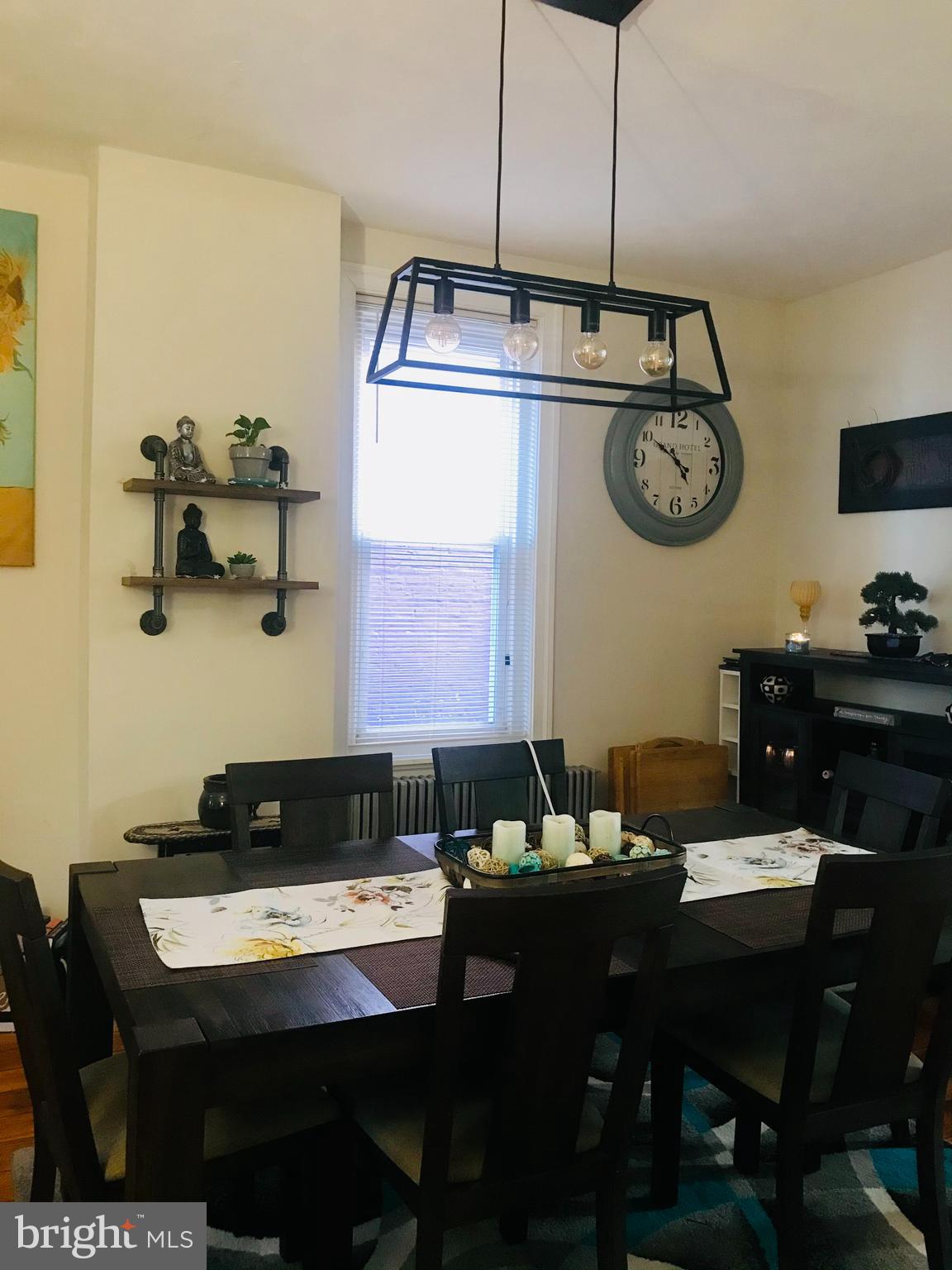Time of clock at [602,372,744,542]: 4:50
